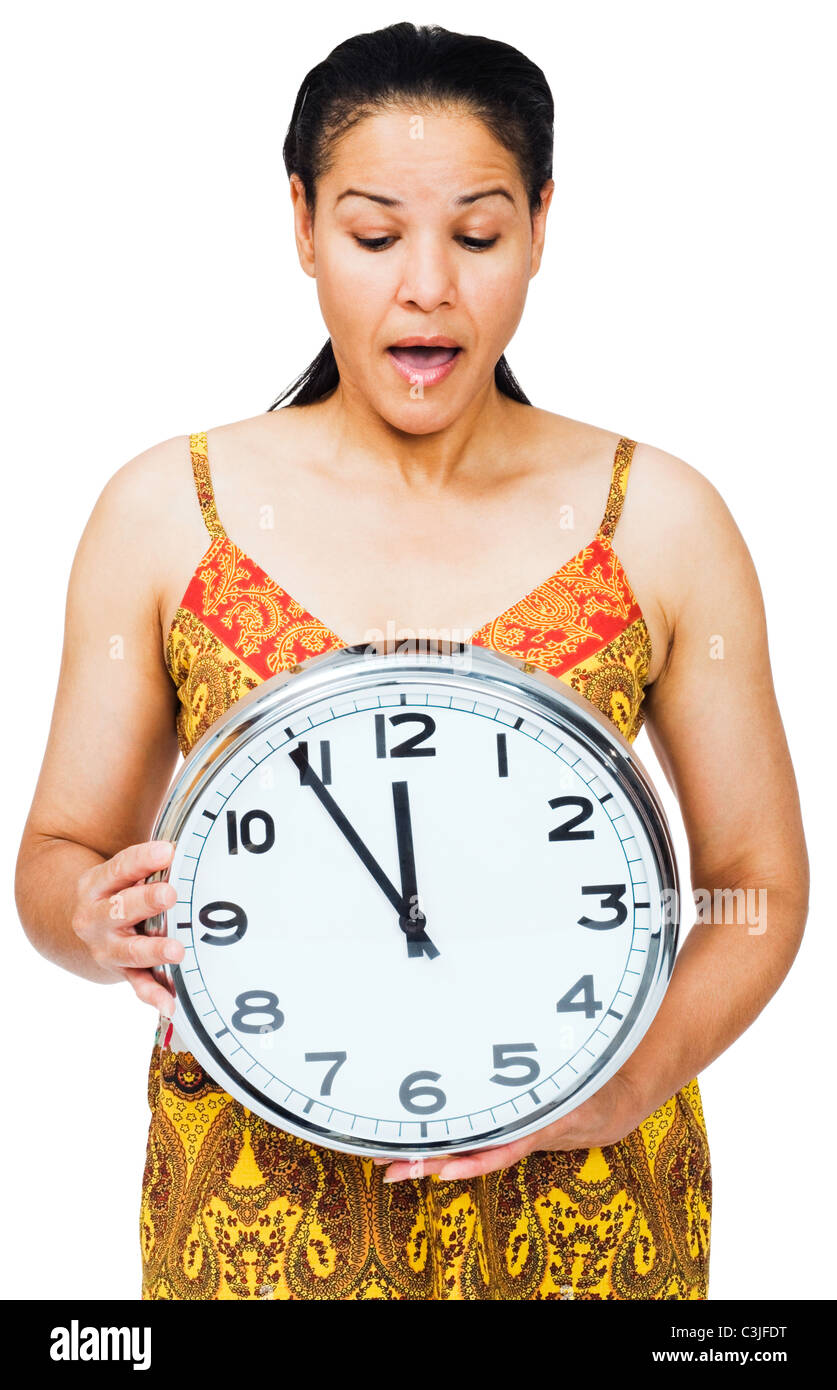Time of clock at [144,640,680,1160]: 11:54
